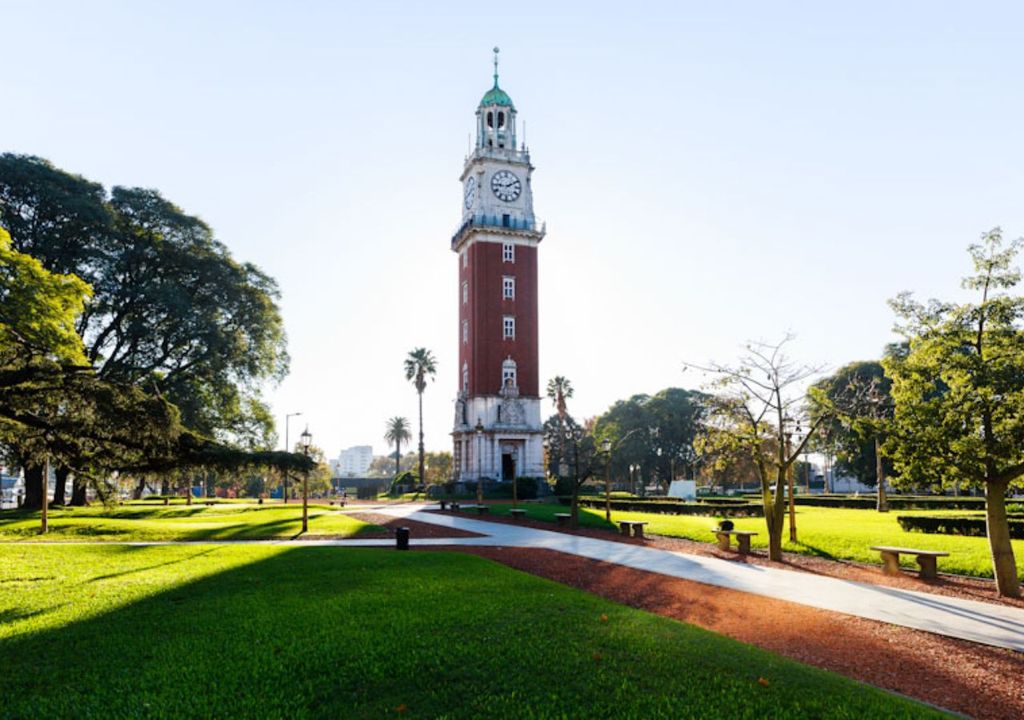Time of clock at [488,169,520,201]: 9:10
